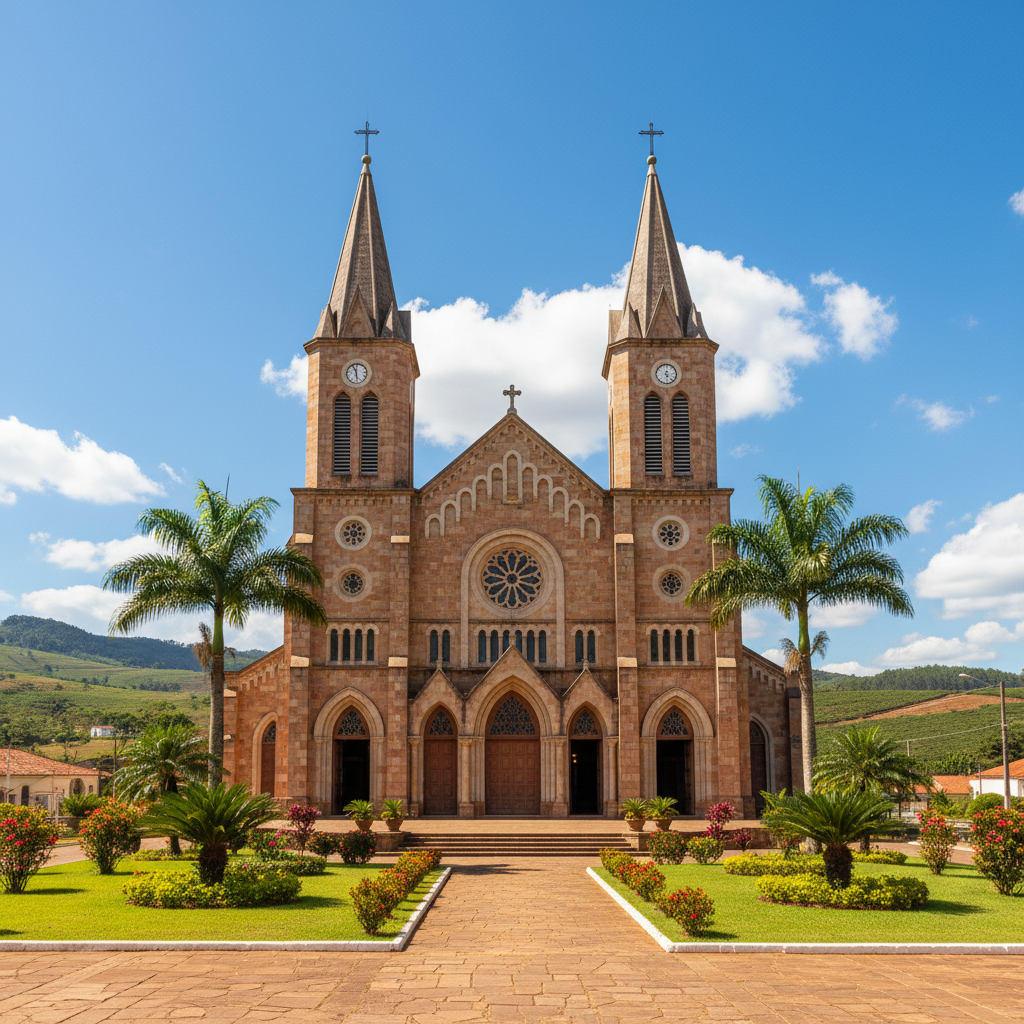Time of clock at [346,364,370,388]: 11:28
